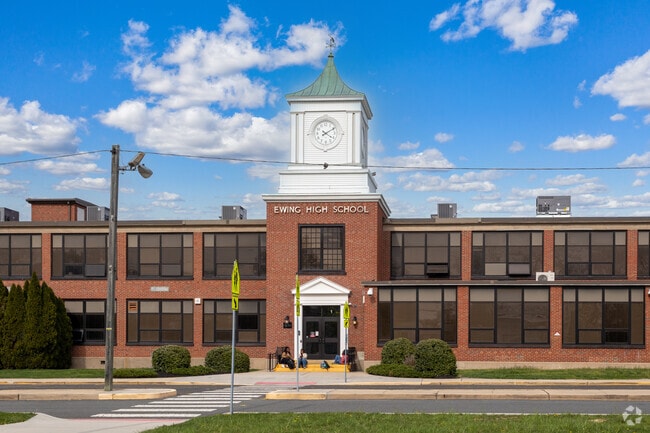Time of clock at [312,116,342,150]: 4:09
